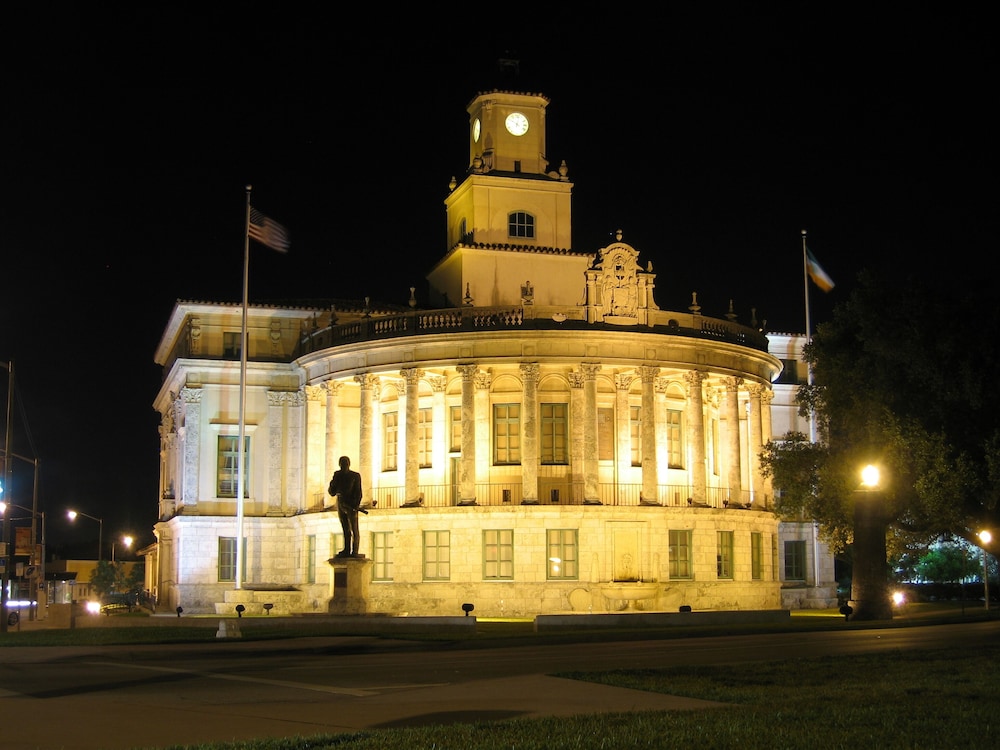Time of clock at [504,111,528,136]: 10:02
